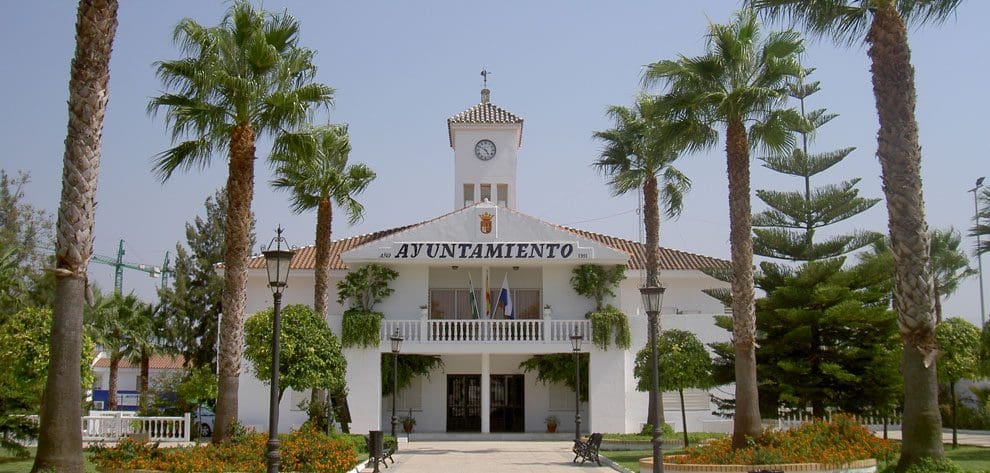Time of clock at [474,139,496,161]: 4:49
